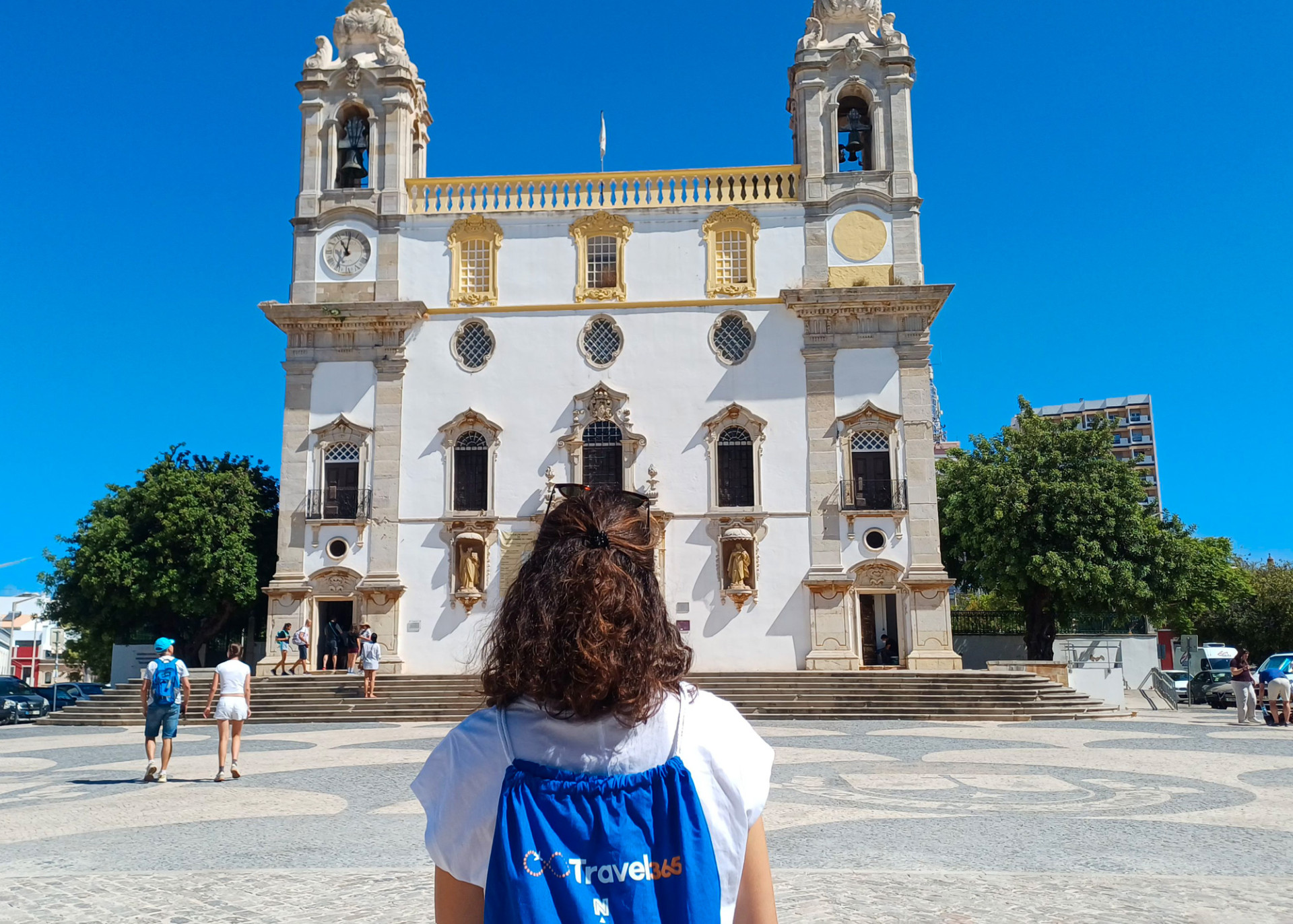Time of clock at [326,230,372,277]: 11:01
